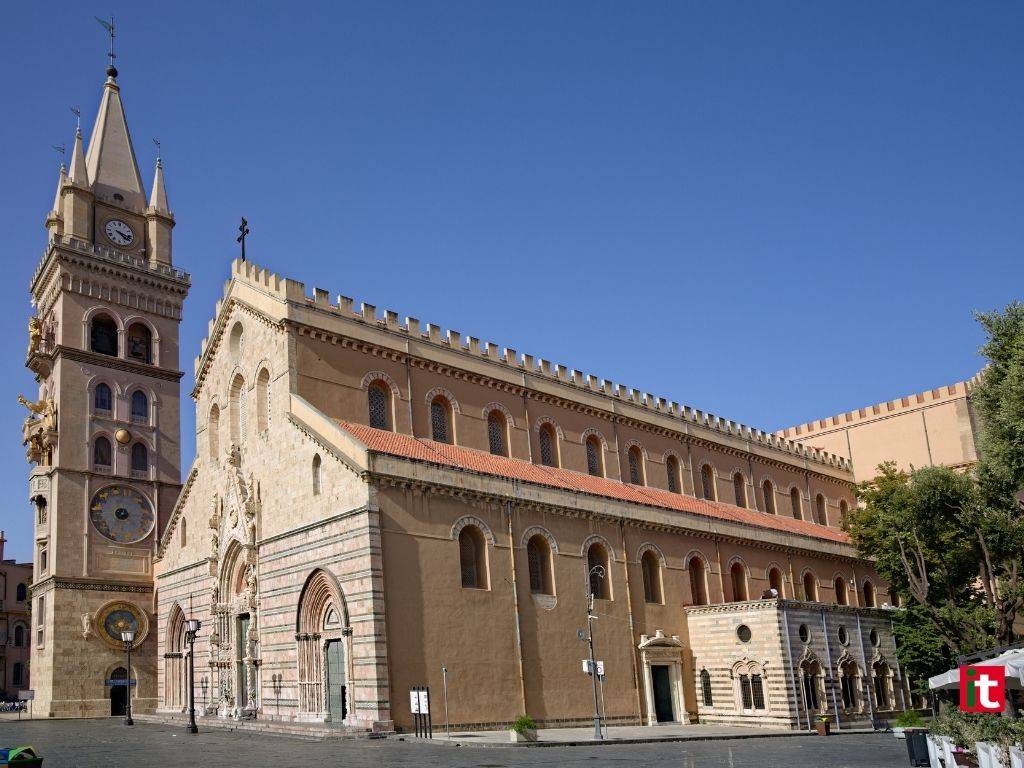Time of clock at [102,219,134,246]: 4:17
